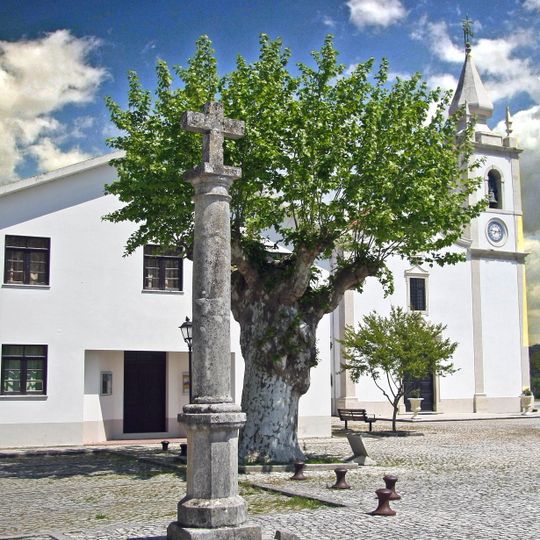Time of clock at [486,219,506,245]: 9:12
